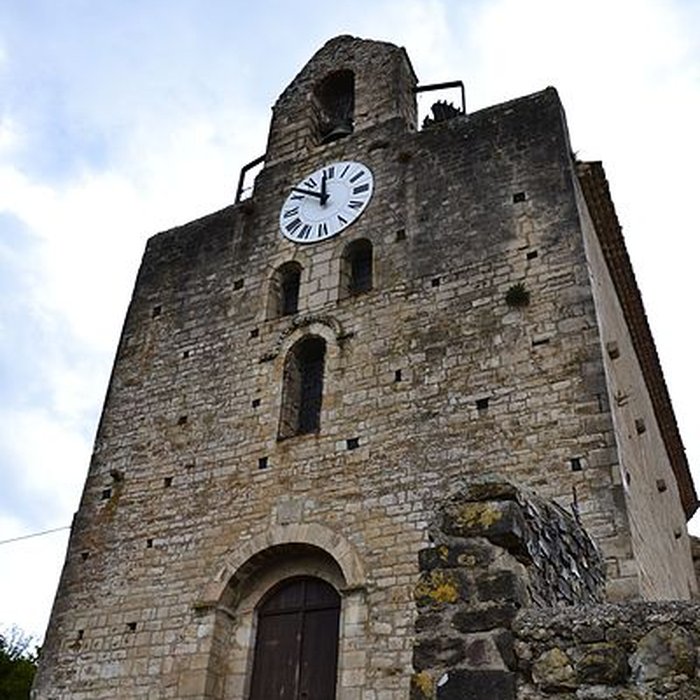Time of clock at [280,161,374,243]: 11:51
